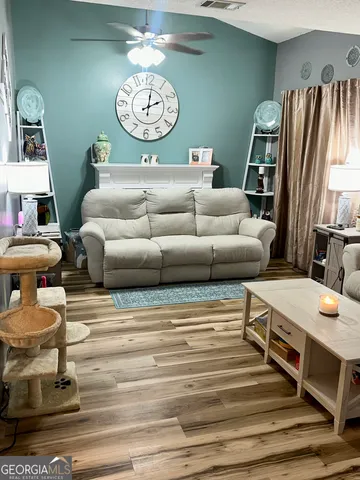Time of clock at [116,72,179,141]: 2:01
